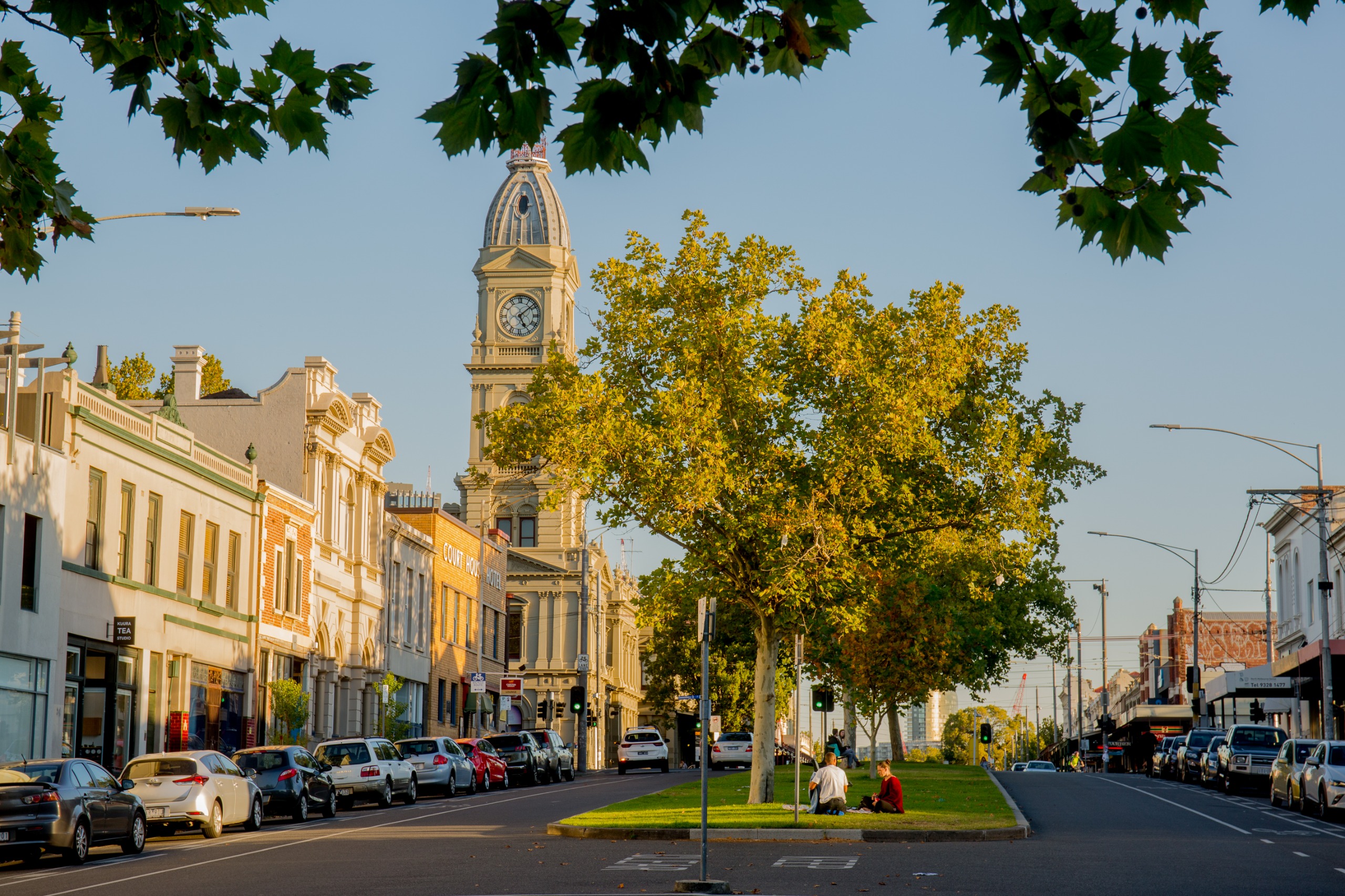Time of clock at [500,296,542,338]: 5:08
